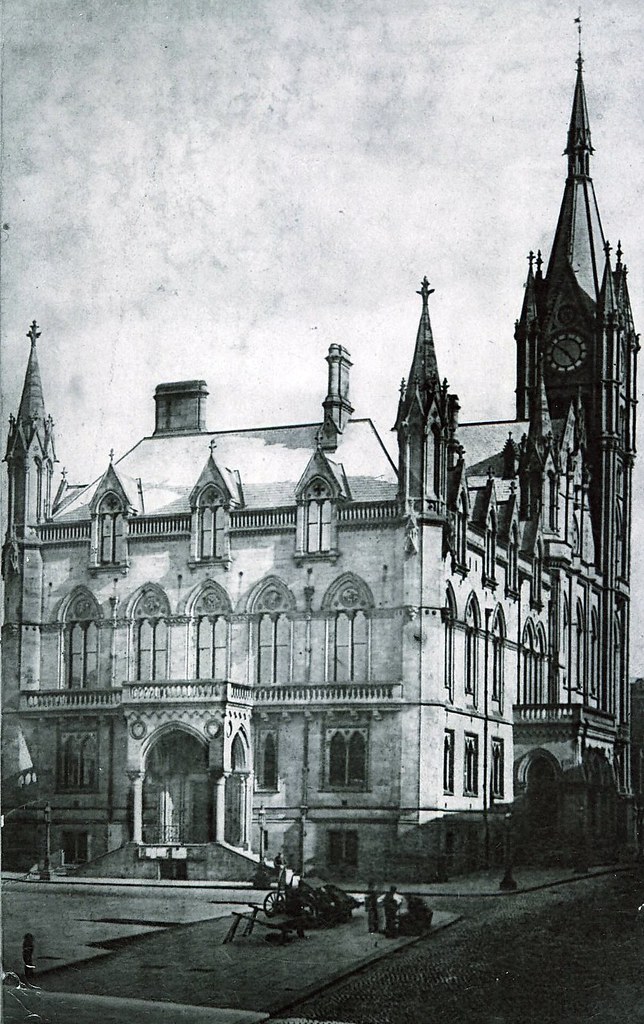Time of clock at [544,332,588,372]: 4:50
